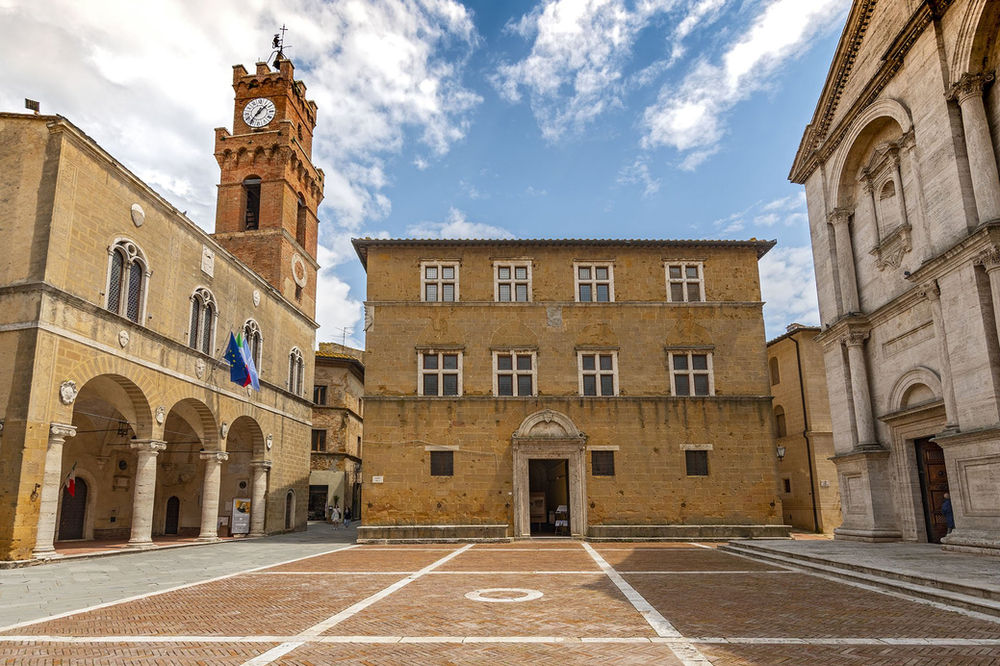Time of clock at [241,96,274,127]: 1:36
